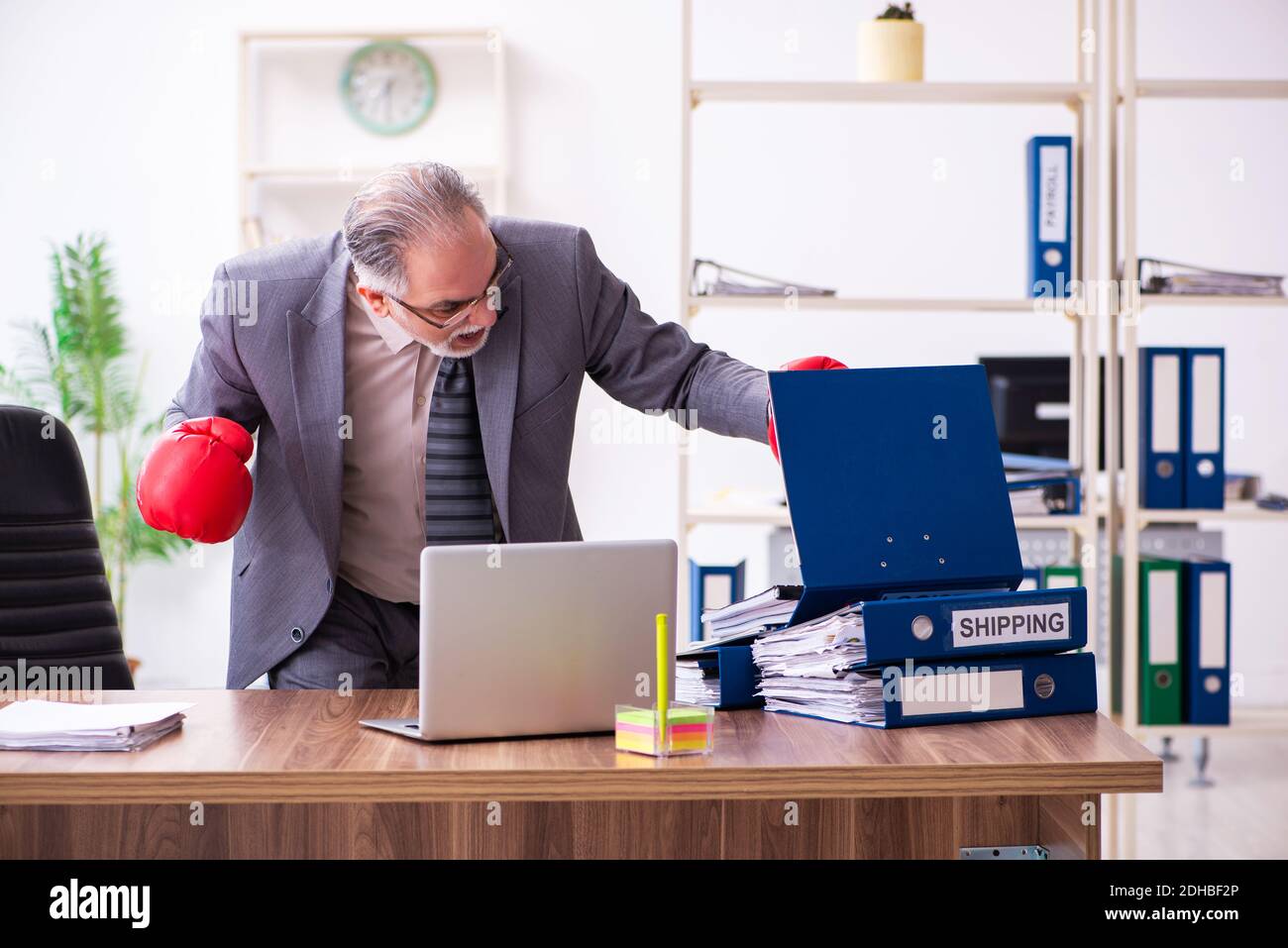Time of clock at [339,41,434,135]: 7:30
